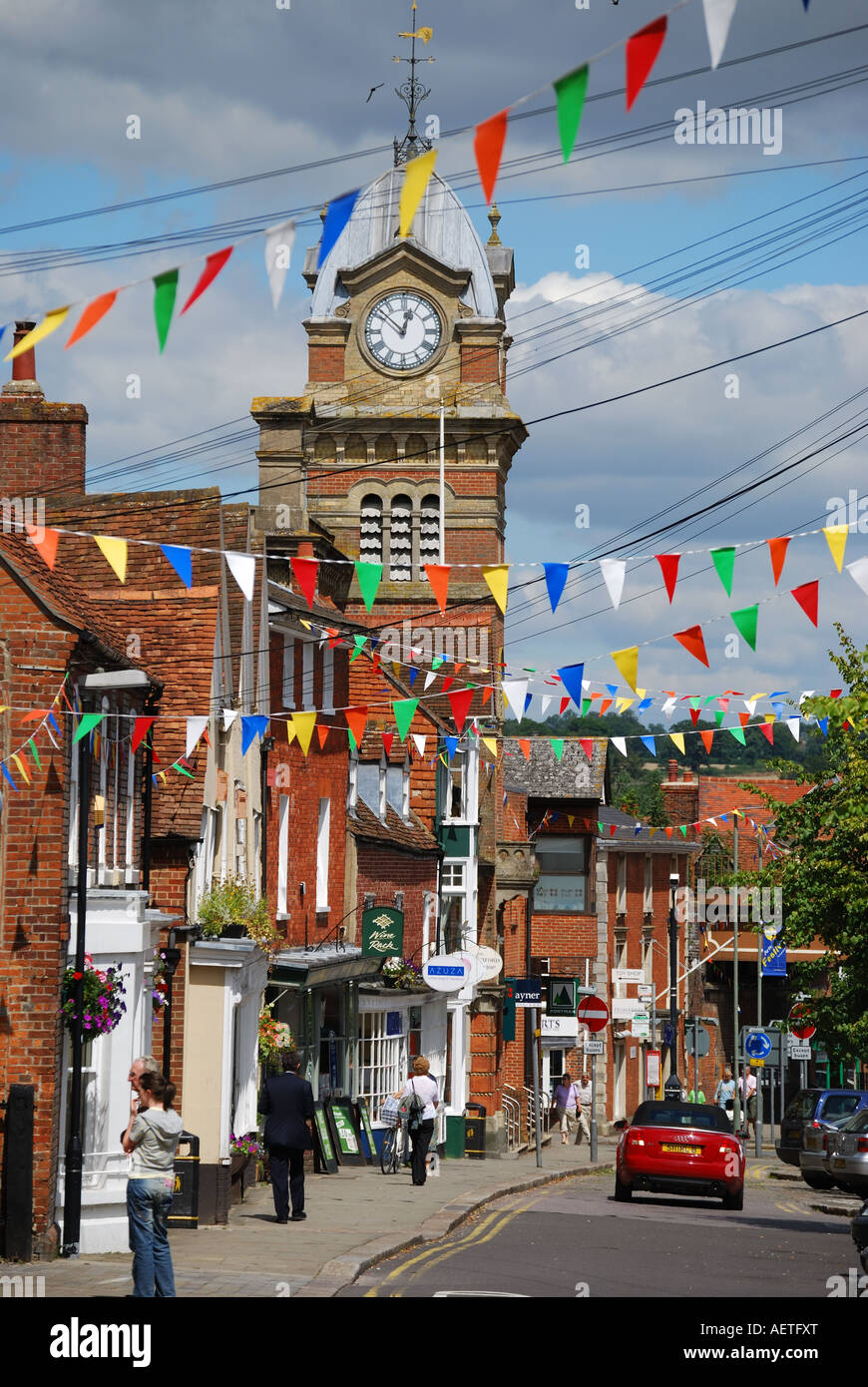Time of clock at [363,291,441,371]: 12:52
